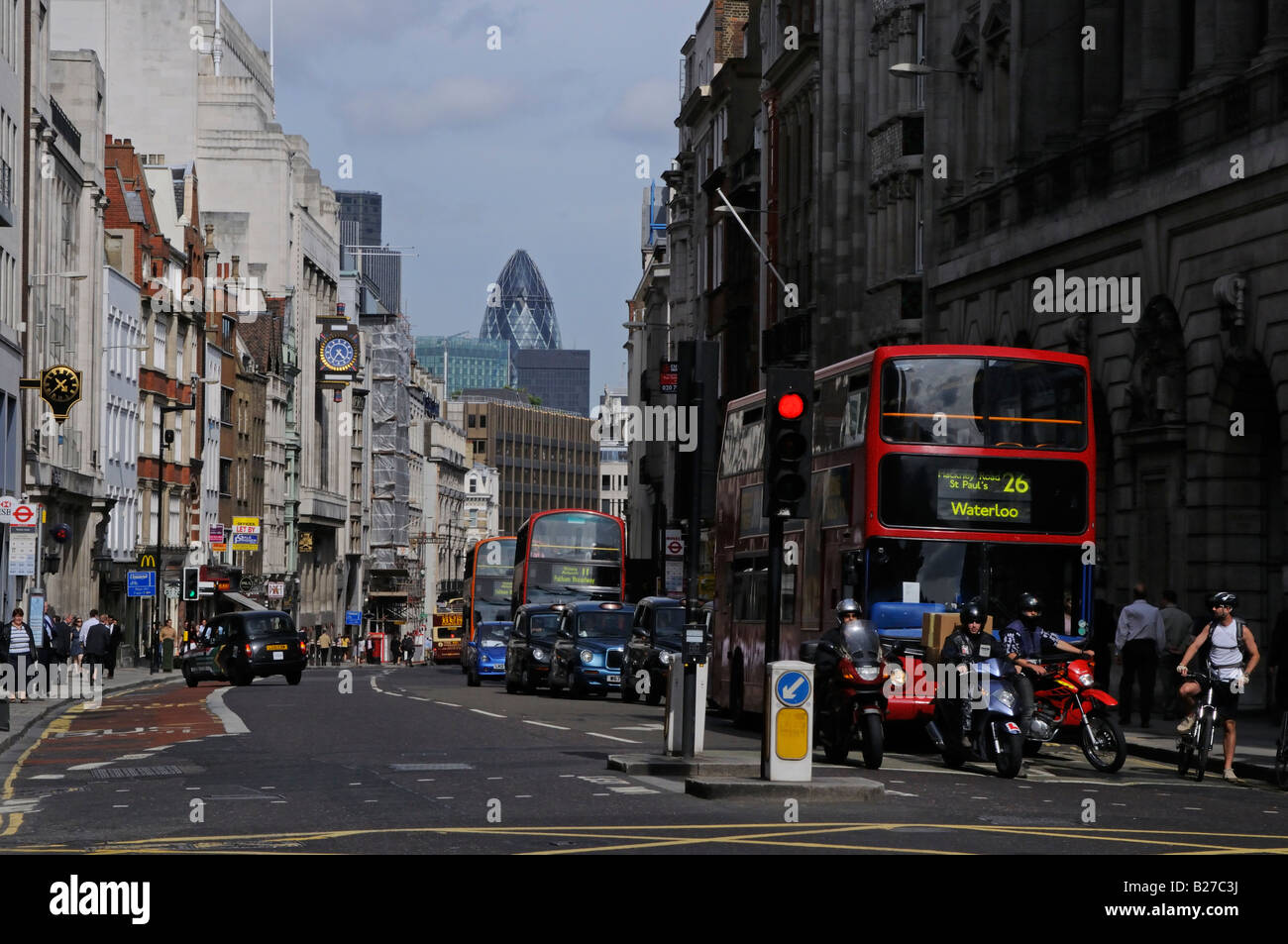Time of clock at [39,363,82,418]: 10:37
